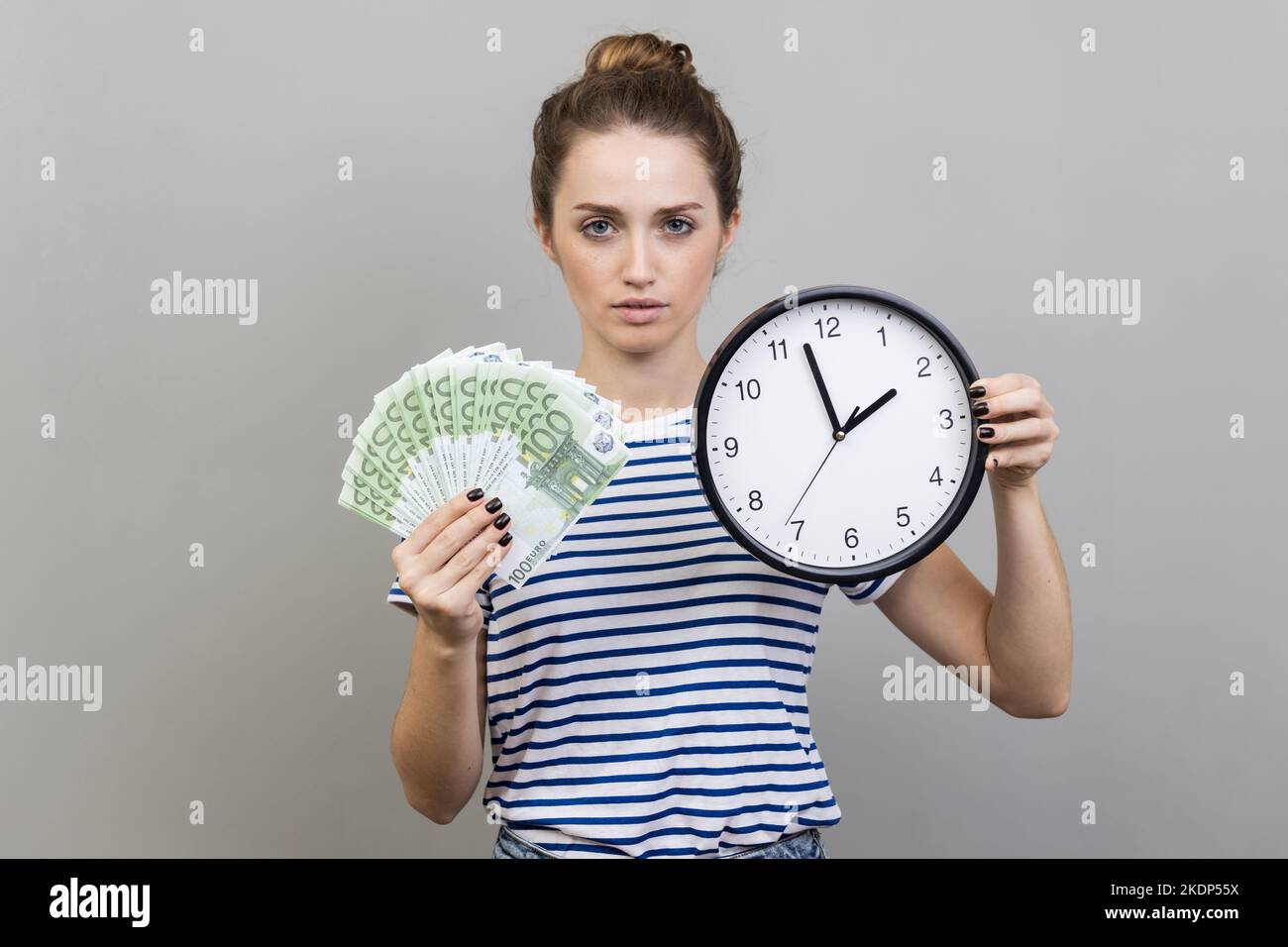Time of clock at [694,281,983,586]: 1:57
